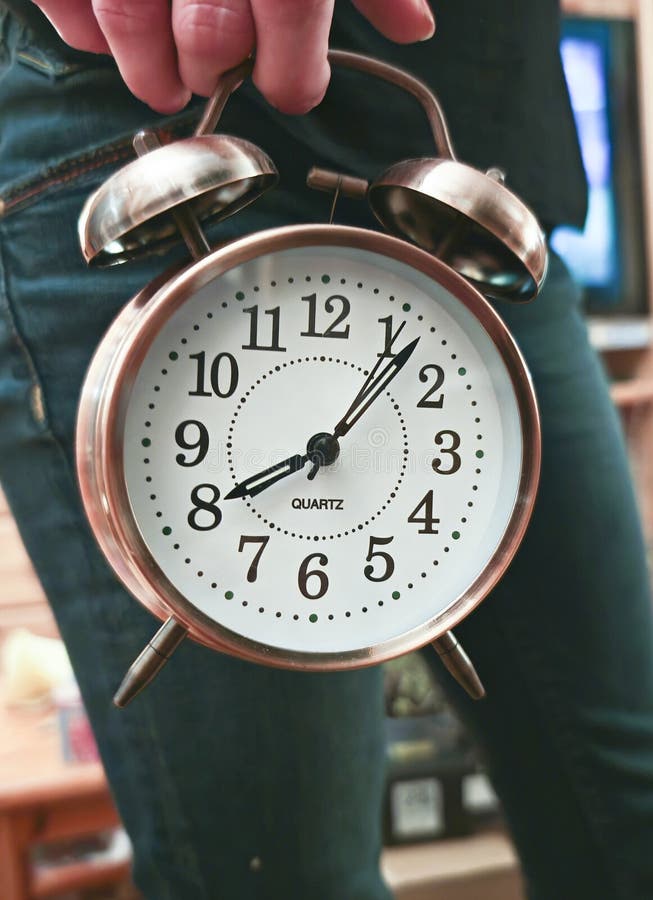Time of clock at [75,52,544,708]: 8:06
